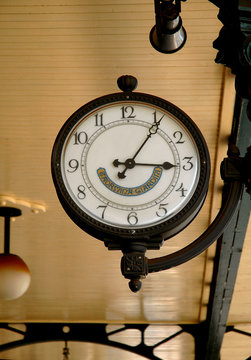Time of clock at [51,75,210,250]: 3:05
